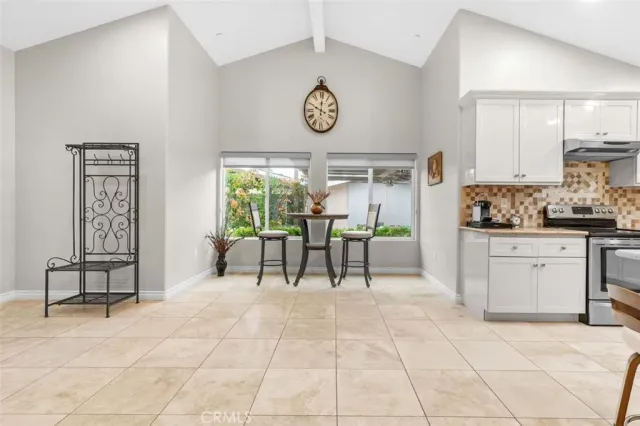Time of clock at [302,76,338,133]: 11:49
